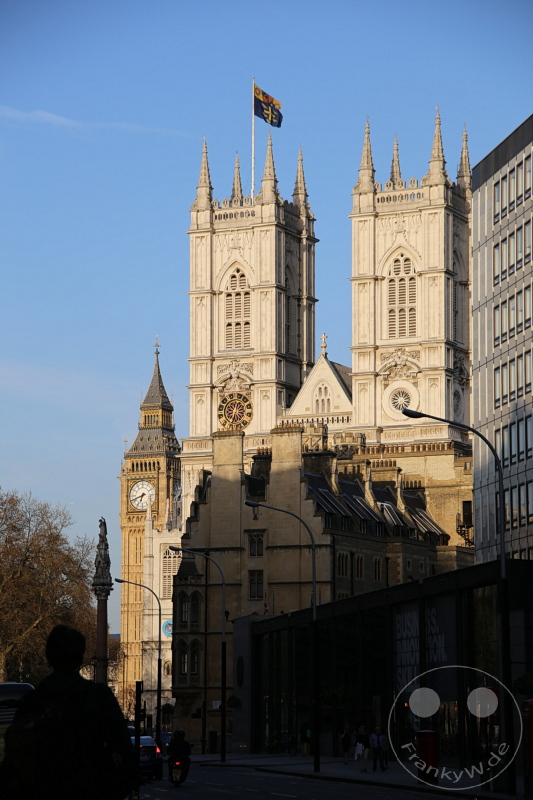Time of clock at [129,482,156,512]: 6:41
